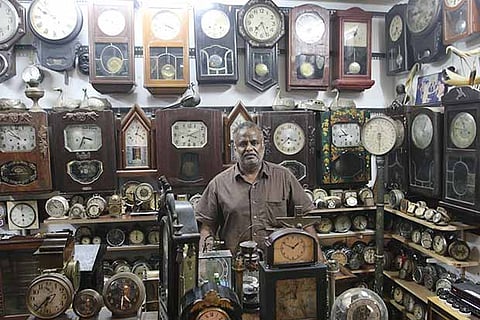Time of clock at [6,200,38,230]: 5:59
